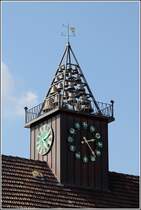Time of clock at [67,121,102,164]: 2:23
